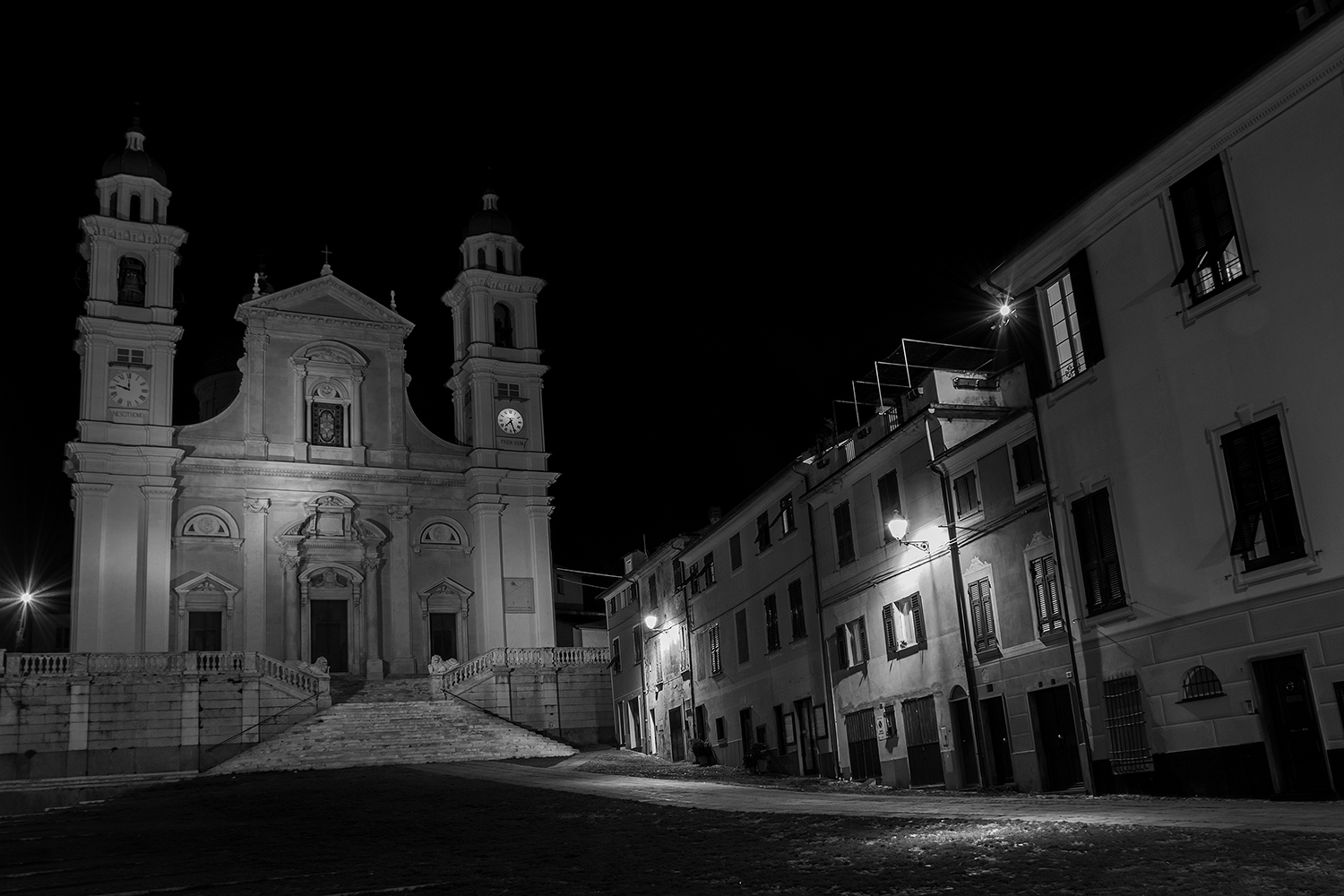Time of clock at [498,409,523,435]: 7:26
